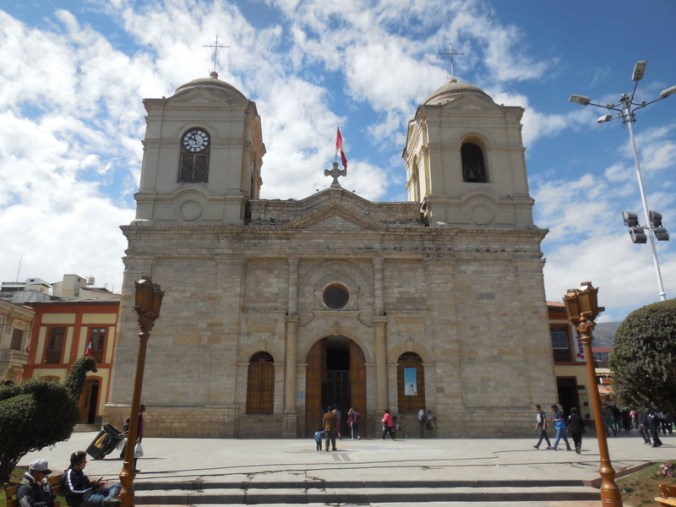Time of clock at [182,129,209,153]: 9:56
